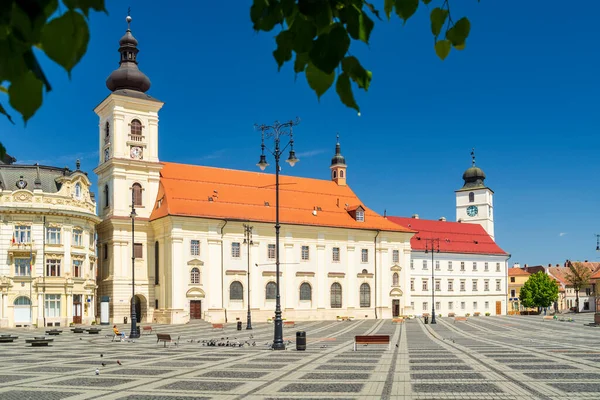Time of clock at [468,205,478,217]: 12:13
